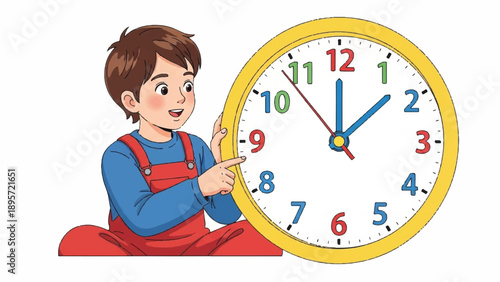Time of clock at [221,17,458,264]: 12:07
